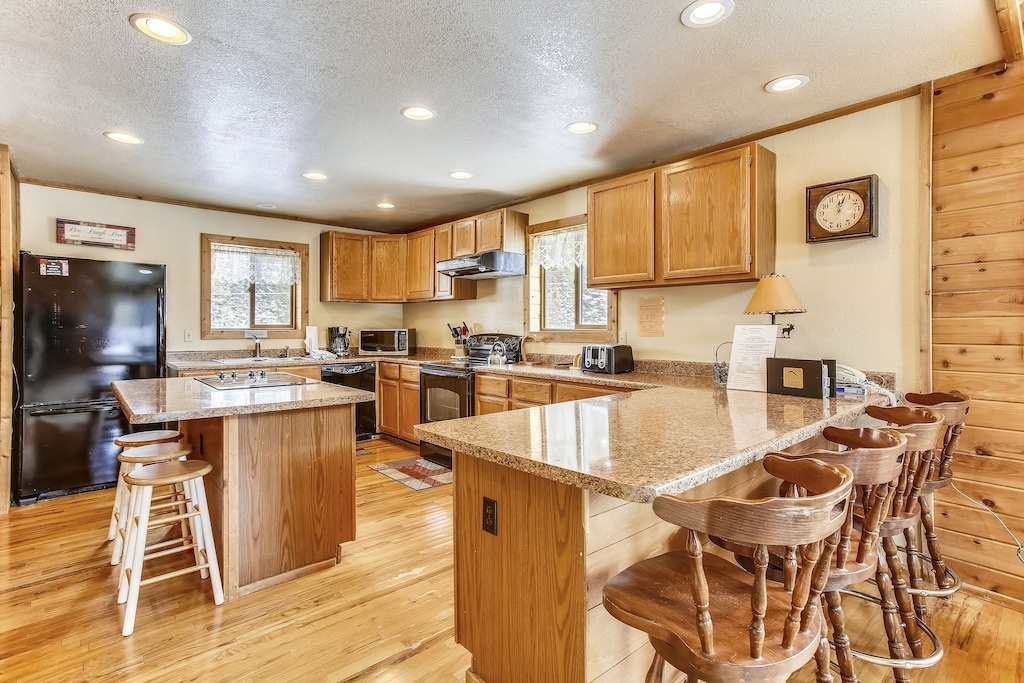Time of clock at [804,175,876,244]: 12:03
